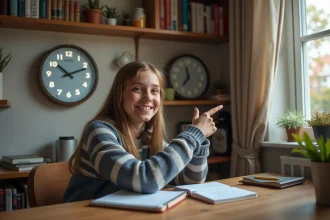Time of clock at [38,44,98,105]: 10:11
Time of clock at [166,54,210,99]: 11:36
